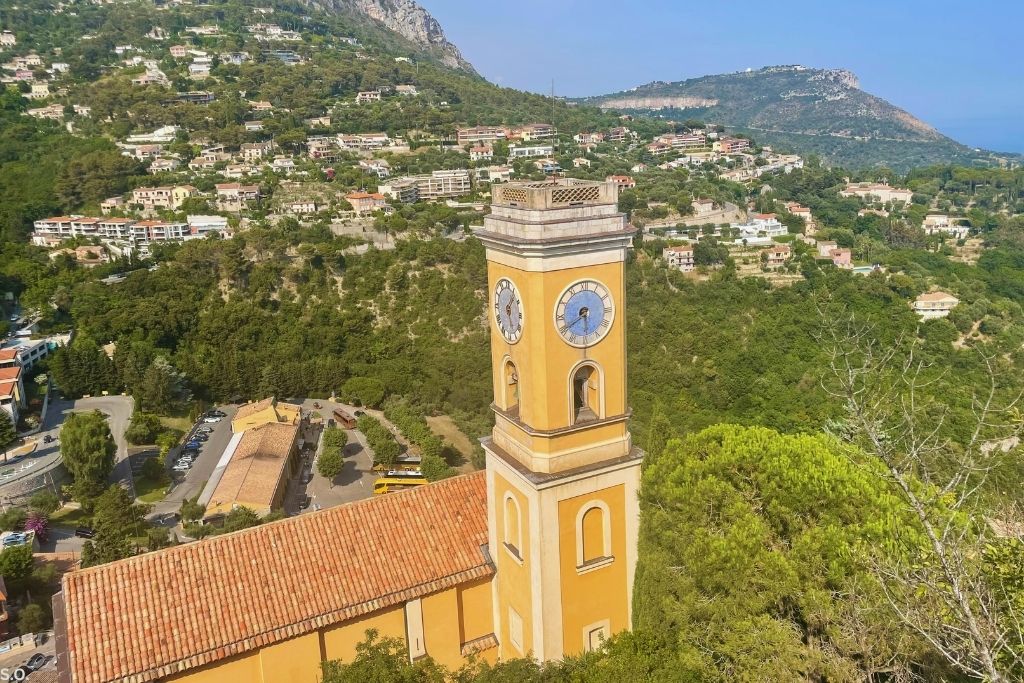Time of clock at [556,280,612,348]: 5:39
